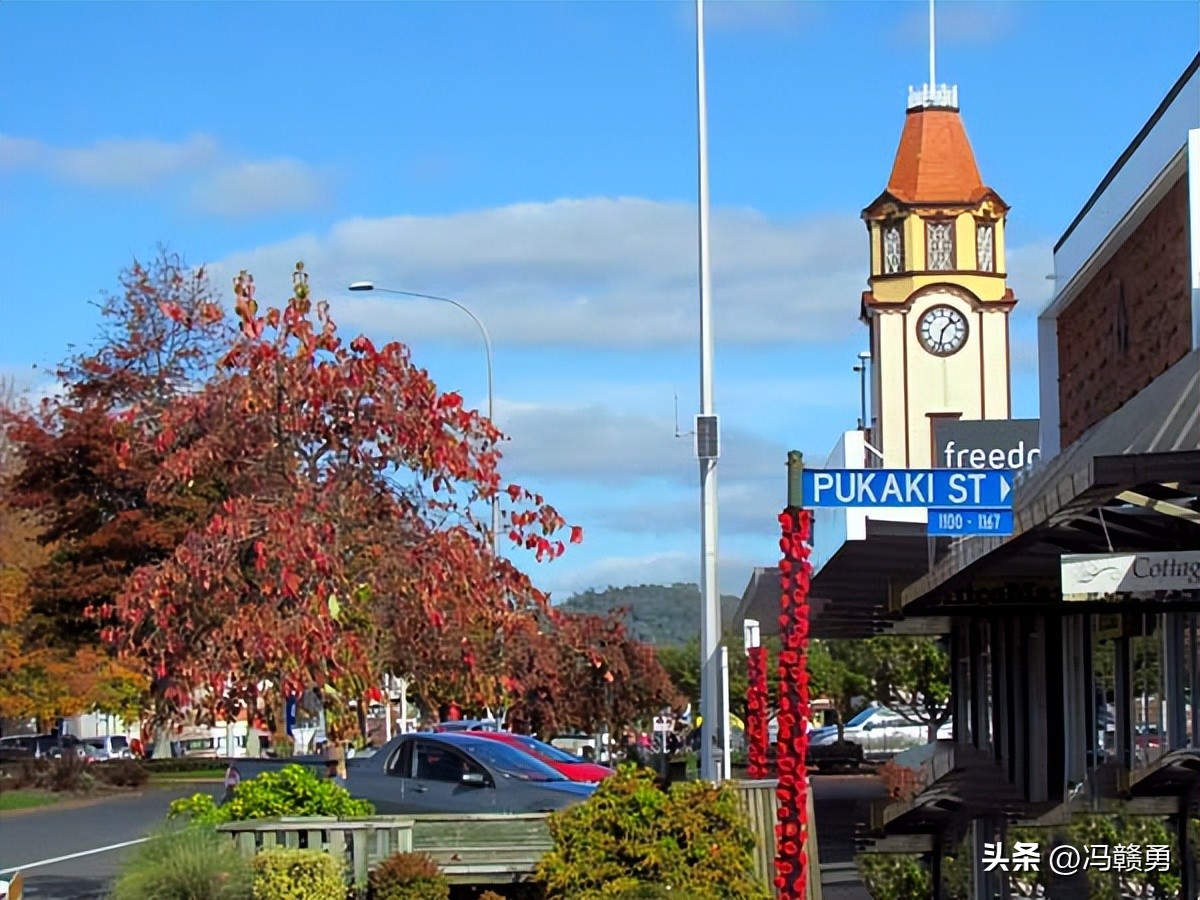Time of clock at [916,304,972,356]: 1:32
